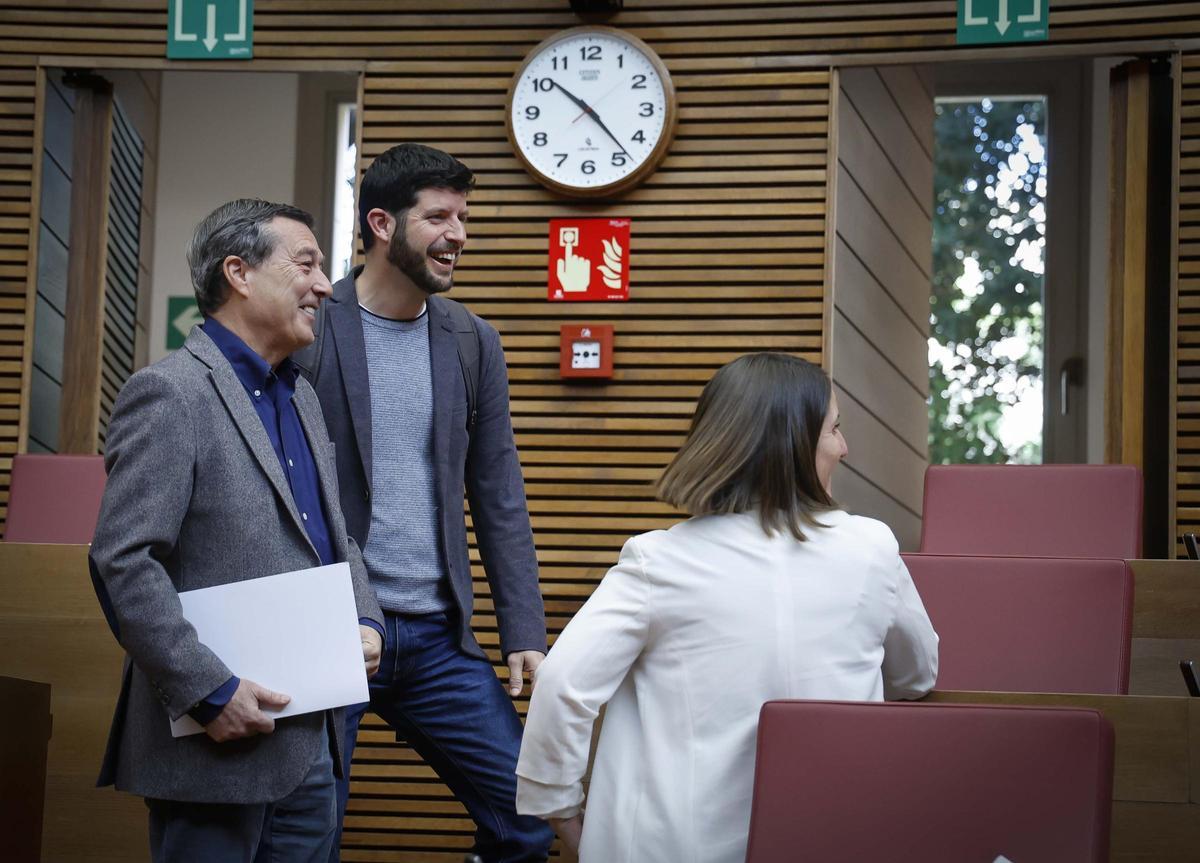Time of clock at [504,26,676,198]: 10:23
